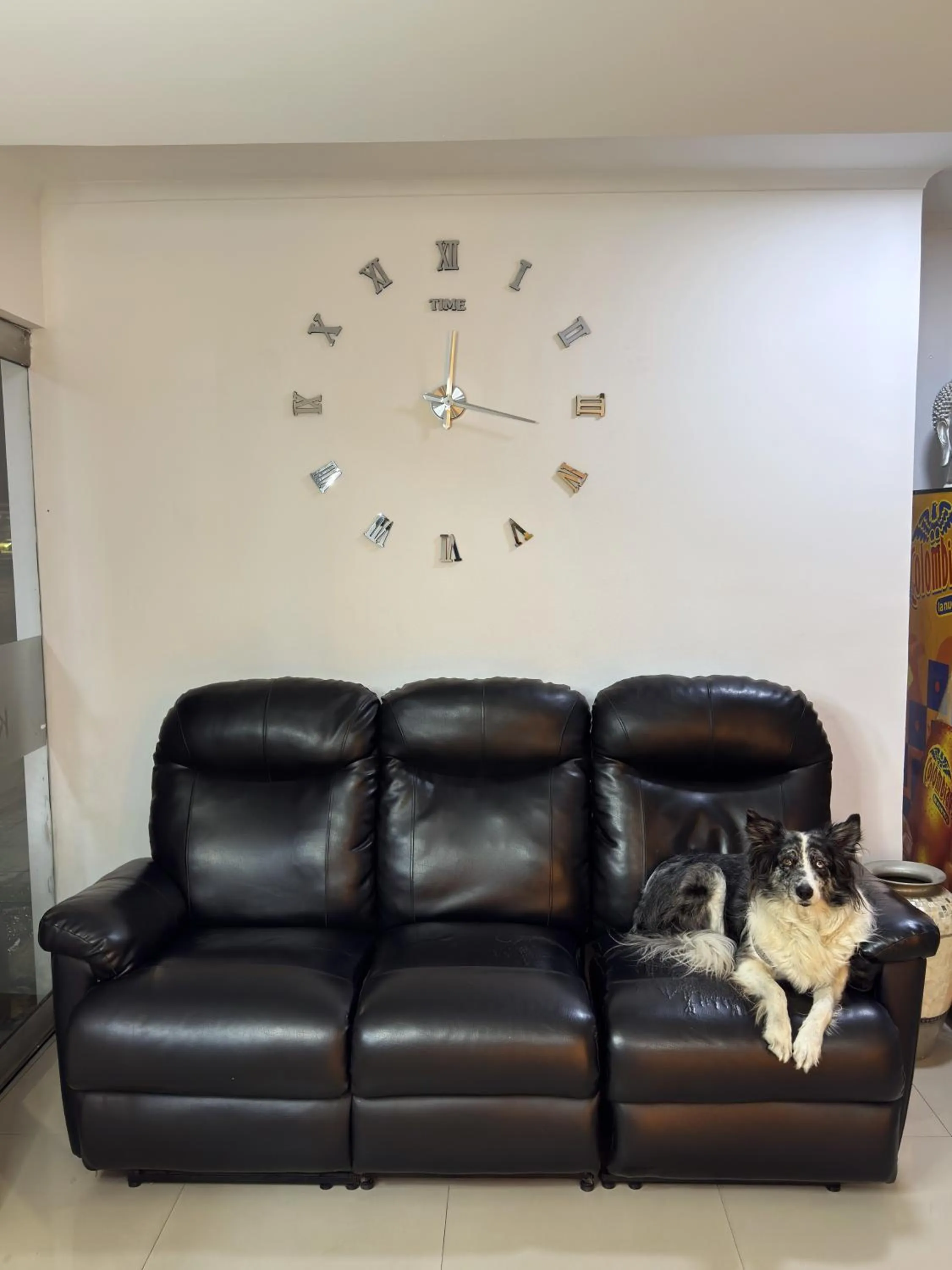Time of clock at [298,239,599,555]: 12:16
